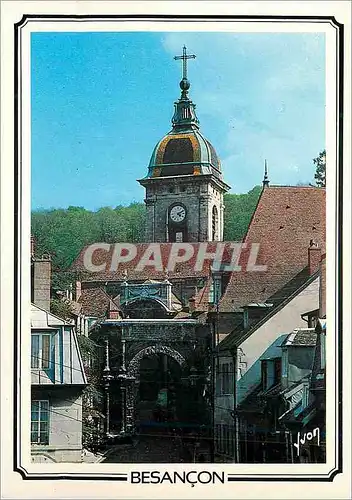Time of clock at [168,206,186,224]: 4:10
